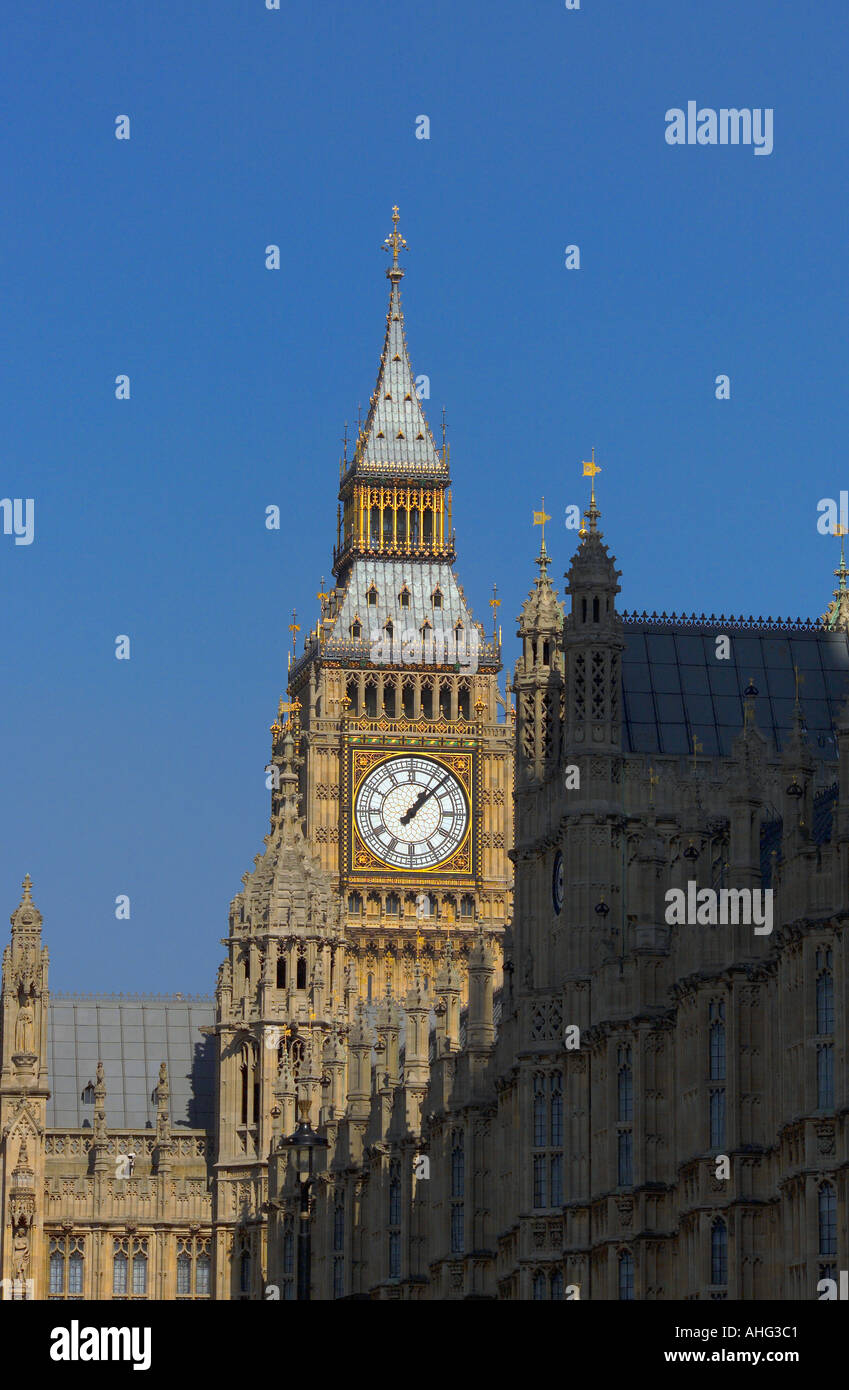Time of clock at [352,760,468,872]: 1:07
